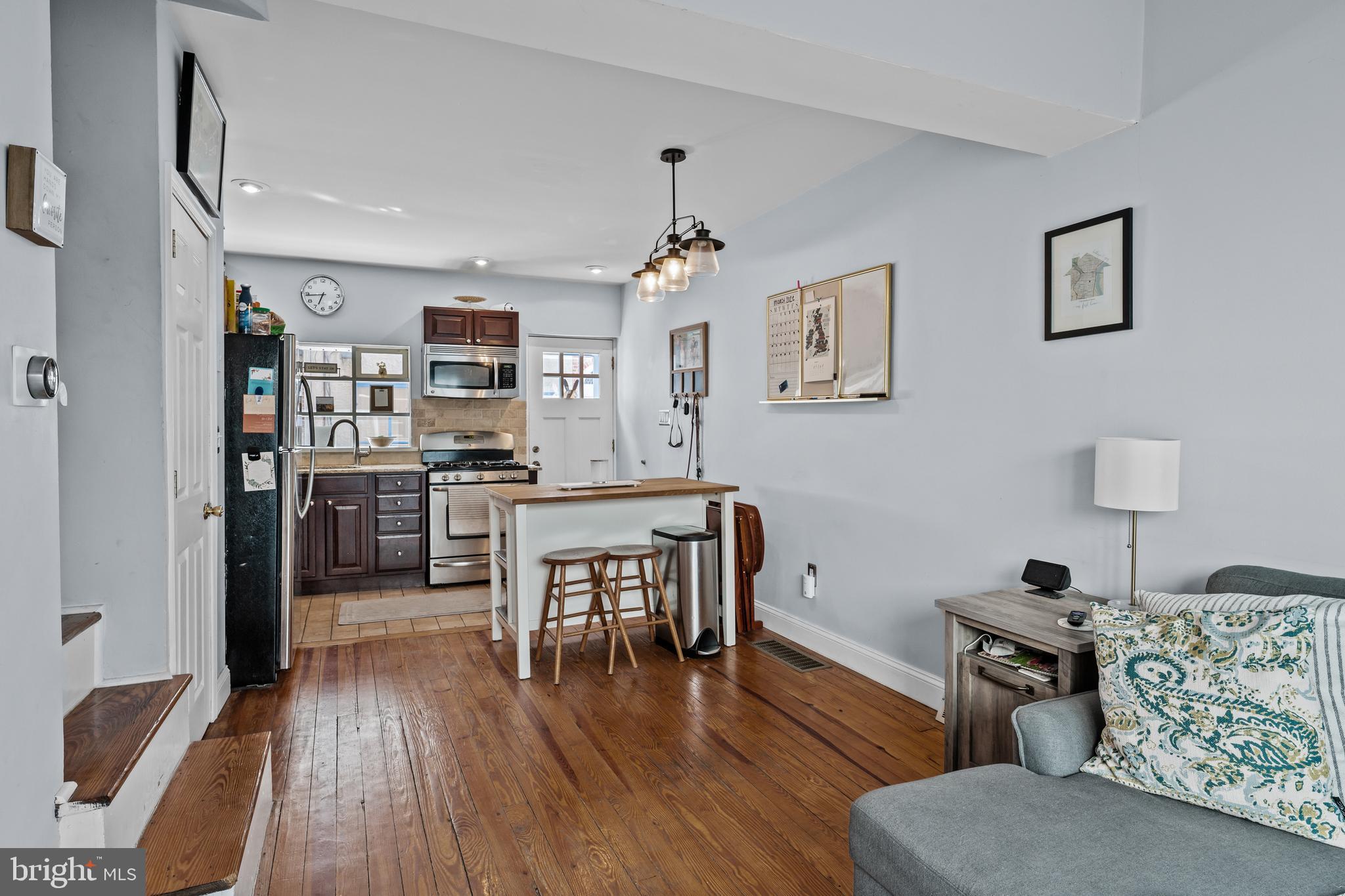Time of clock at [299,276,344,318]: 6:44
